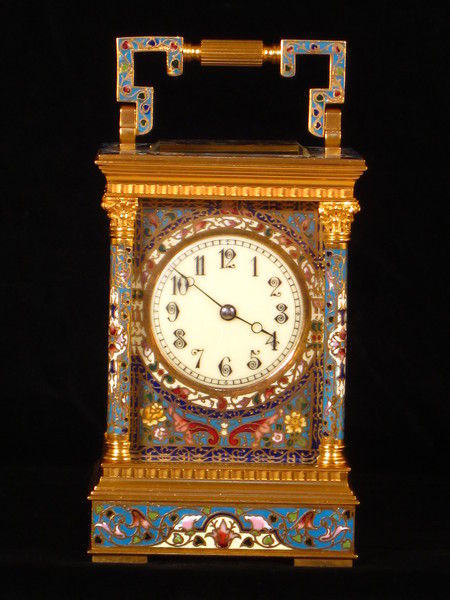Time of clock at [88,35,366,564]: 3:51
